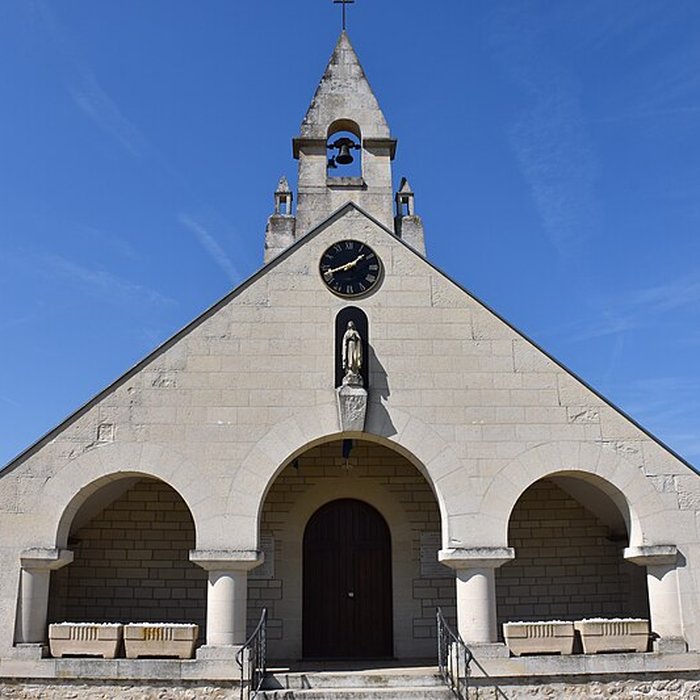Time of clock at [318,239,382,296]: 1:42
